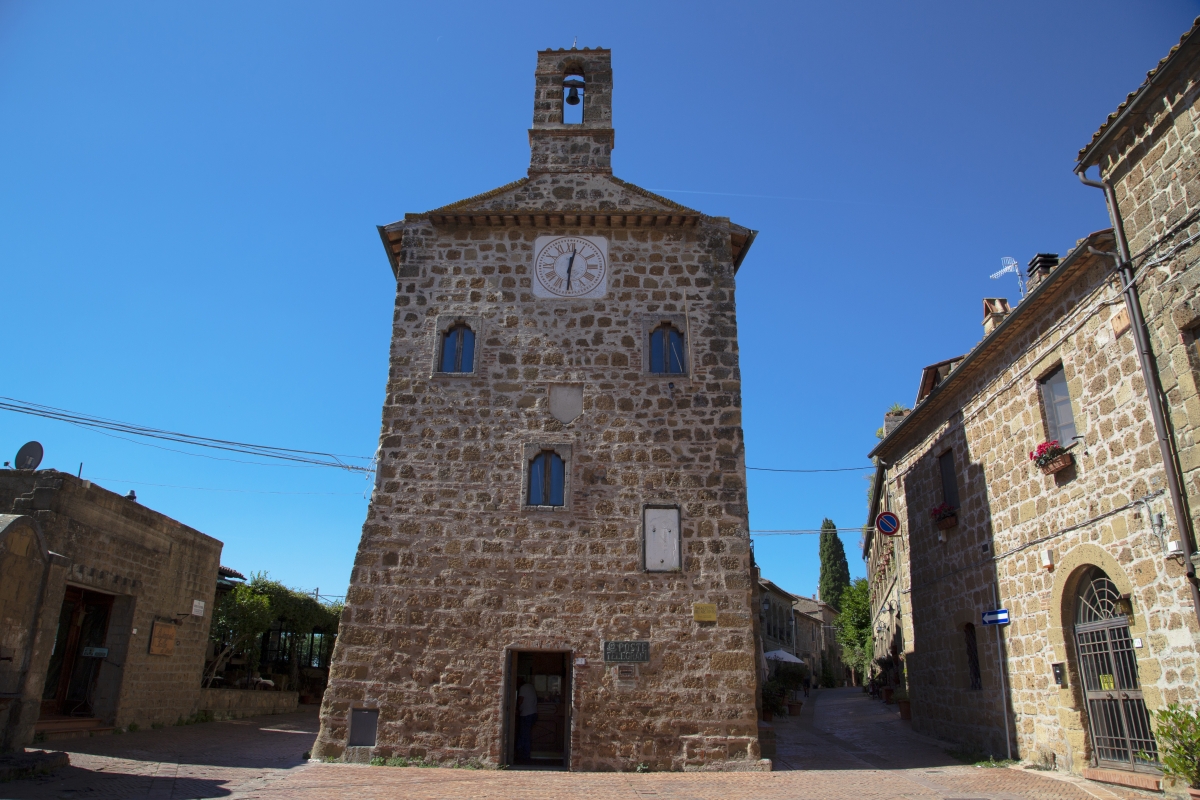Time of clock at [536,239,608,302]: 12:30
